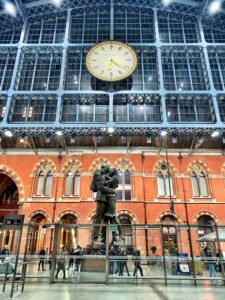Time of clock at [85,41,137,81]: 6:21
